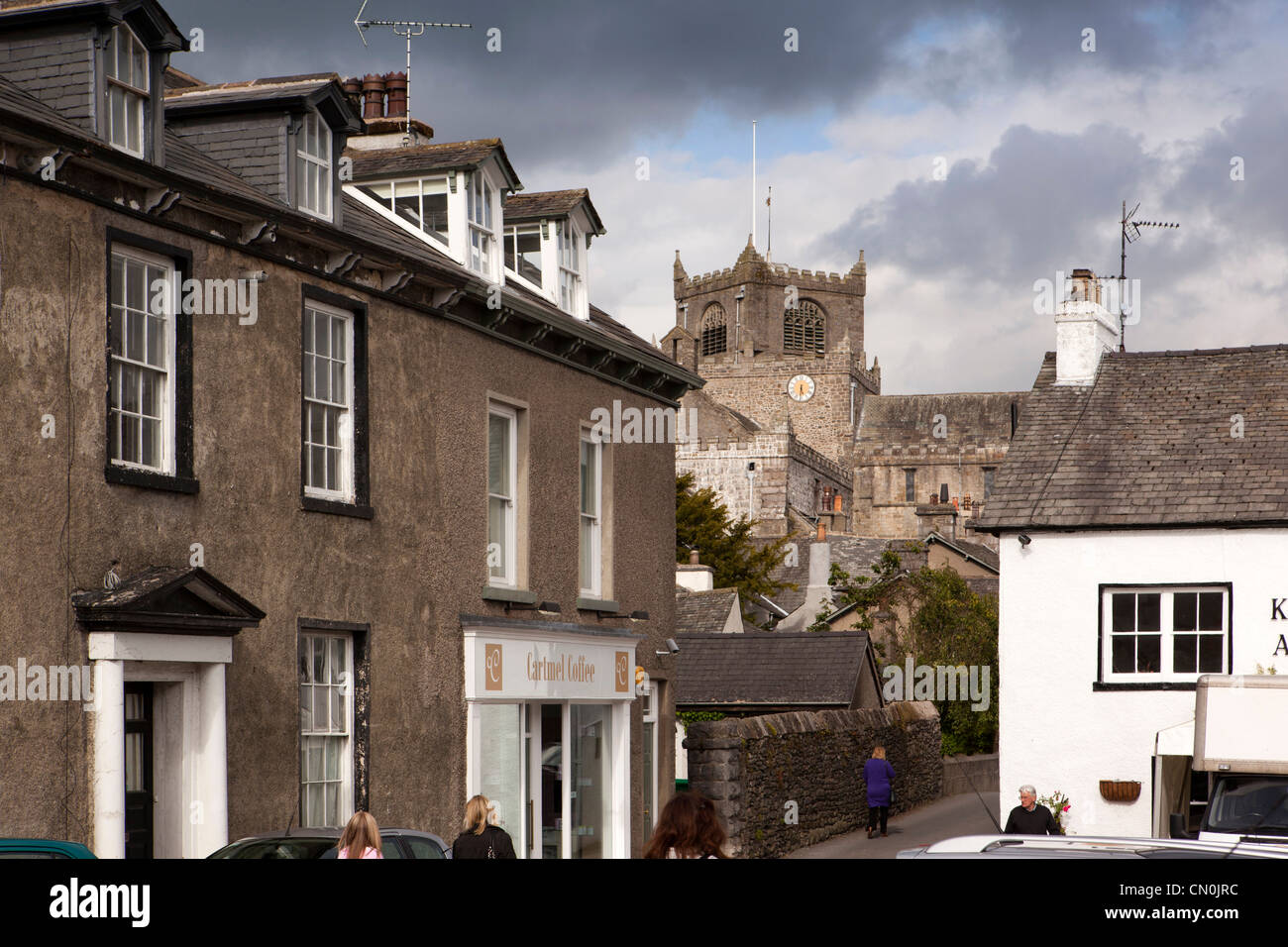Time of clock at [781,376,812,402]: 5:30
